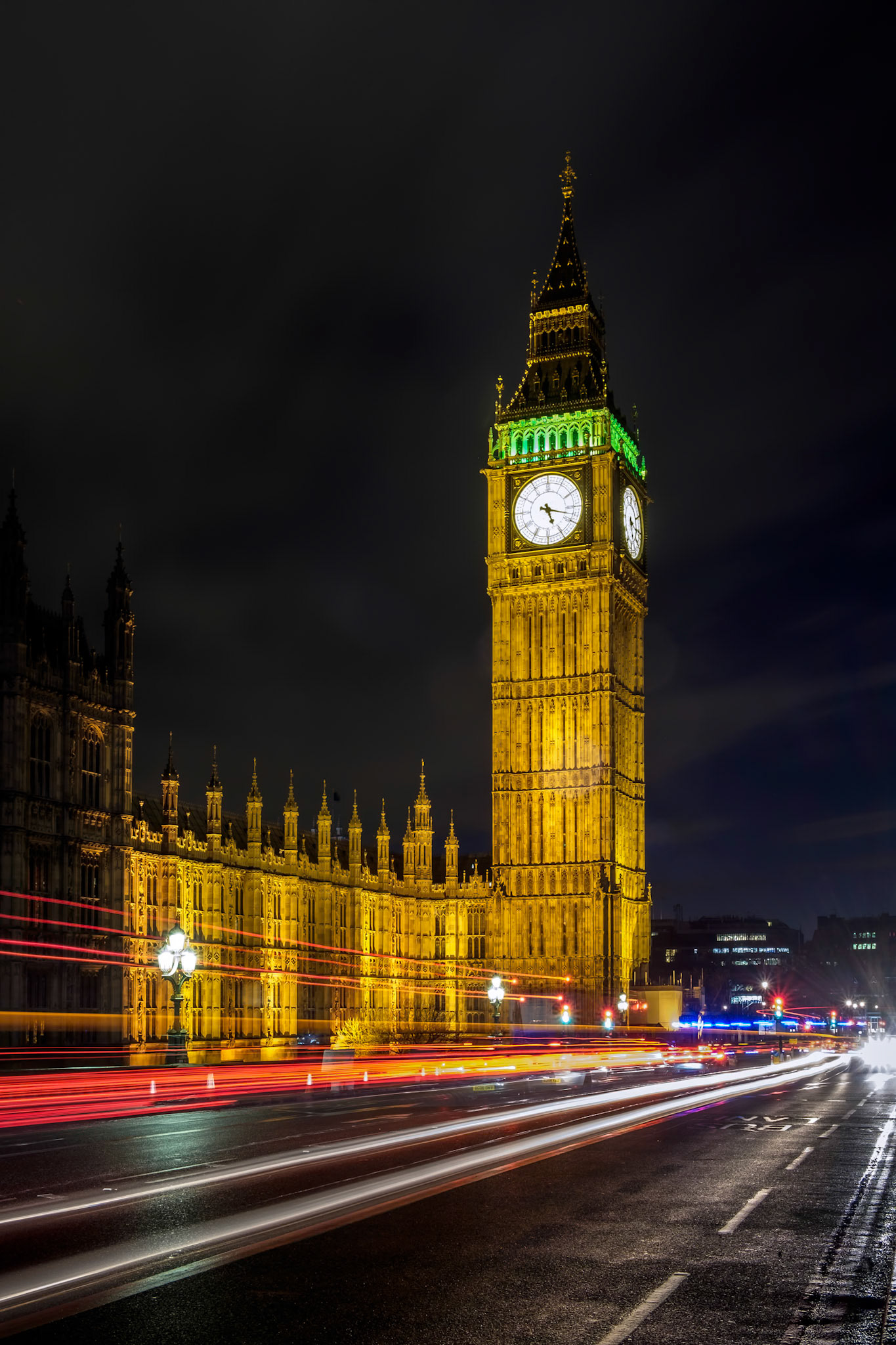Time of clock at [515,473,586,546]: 5:17
